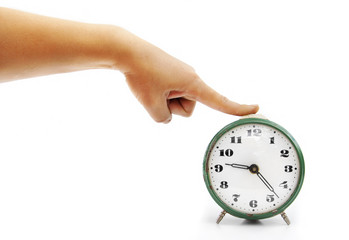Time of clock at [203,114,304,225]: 9:23
